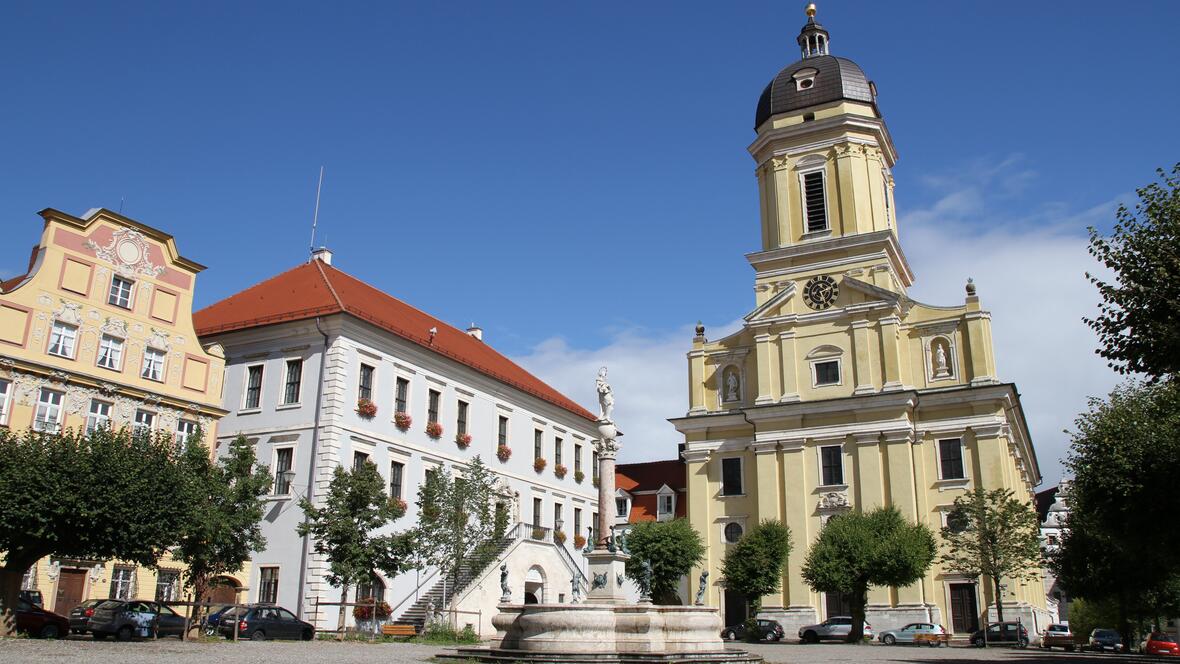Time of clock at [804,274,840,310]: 2:26
